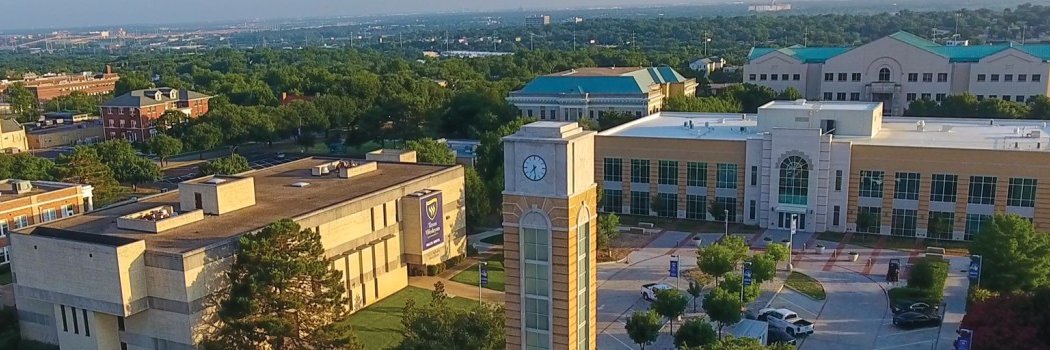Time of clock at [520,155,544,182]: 7:28
